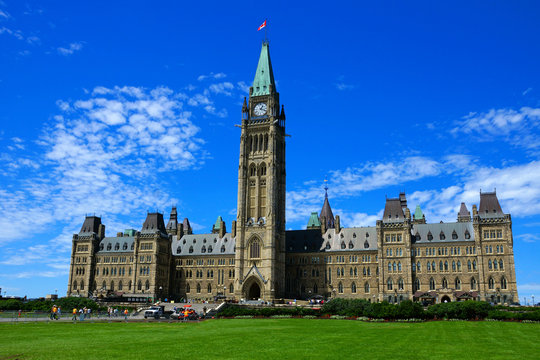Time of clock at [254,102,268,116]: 1:18
